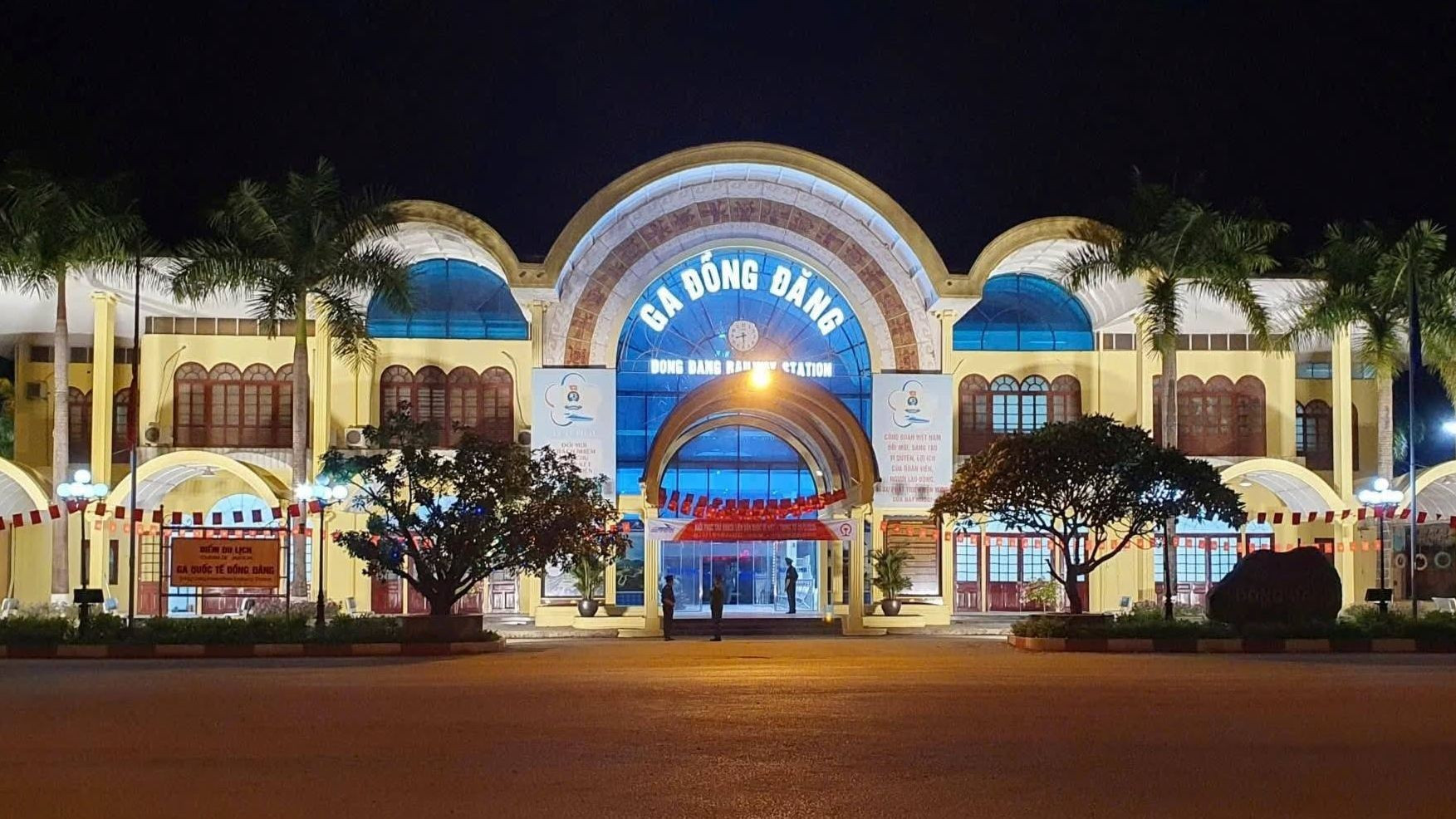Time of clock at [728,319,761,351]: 8:29
